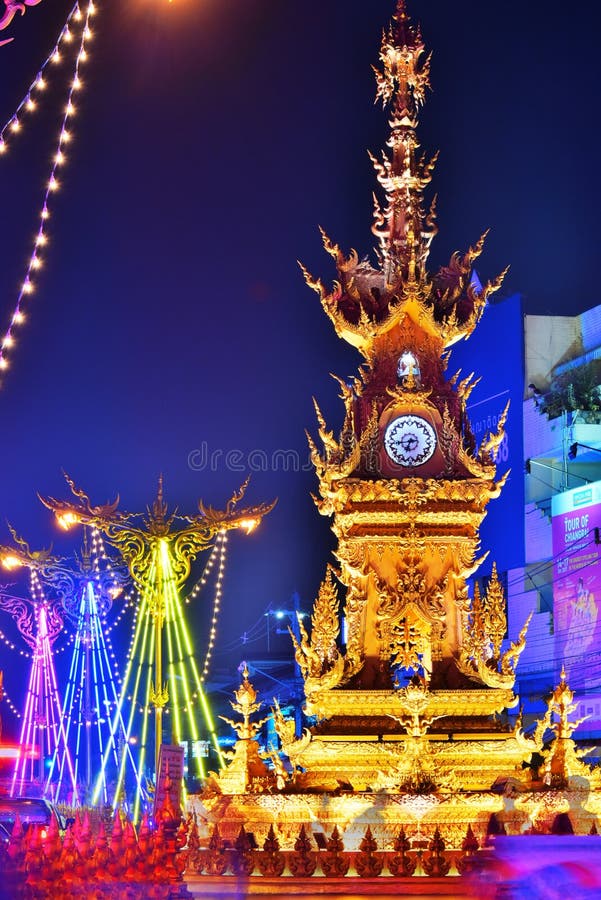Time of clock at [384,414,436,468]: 6:43
